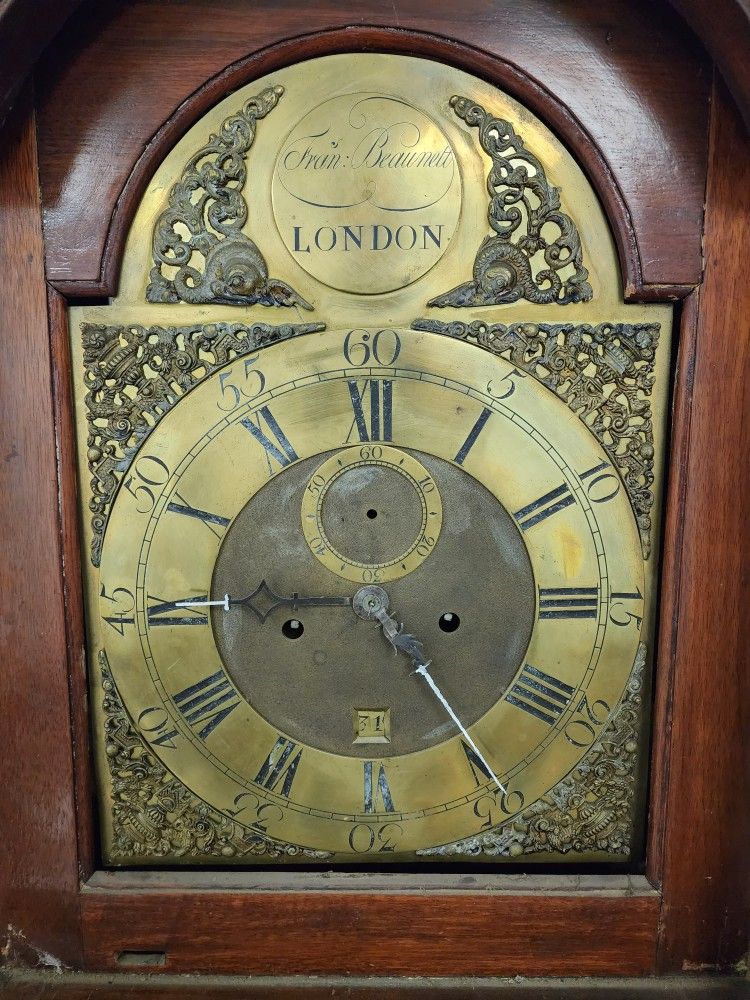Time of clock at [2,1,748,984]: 4:45
